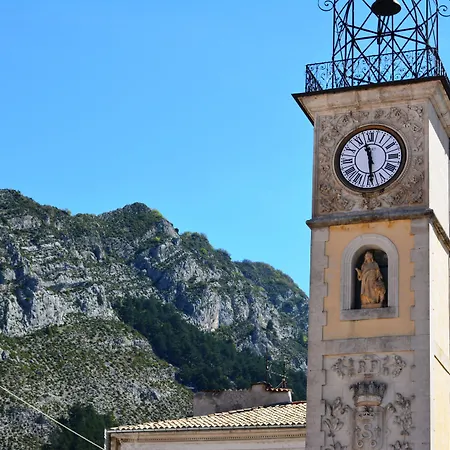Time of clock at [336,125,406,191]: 11:29
